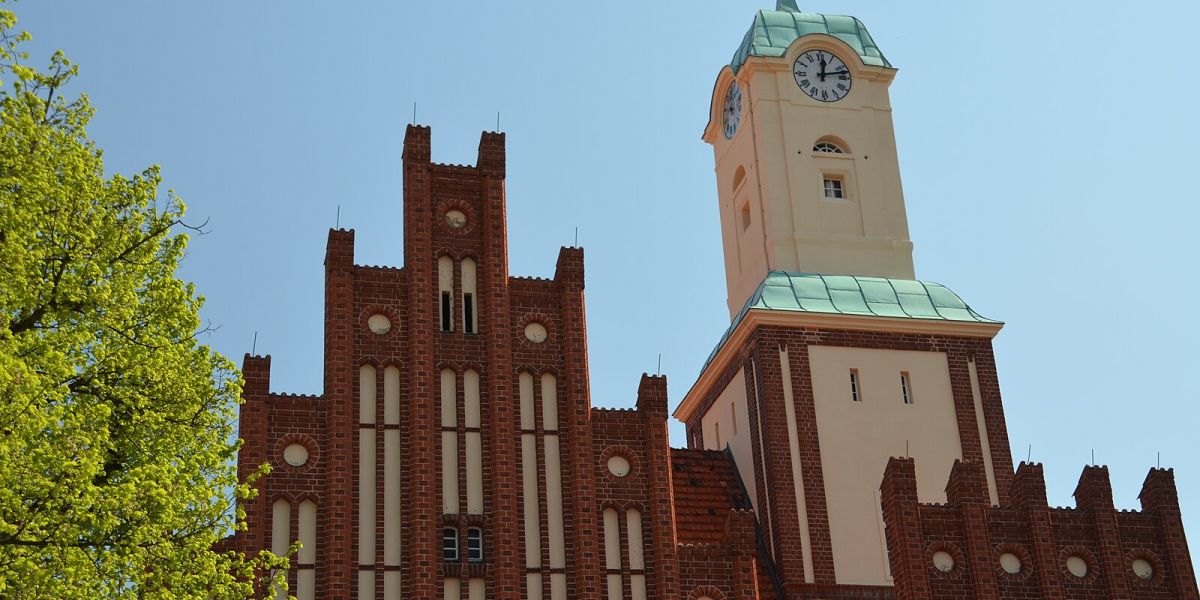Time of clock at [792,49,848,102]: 12:12
